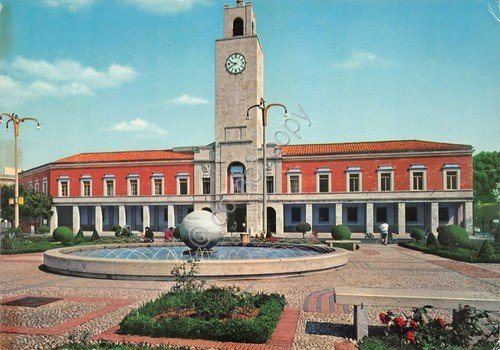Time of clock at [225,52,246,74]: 9:40
